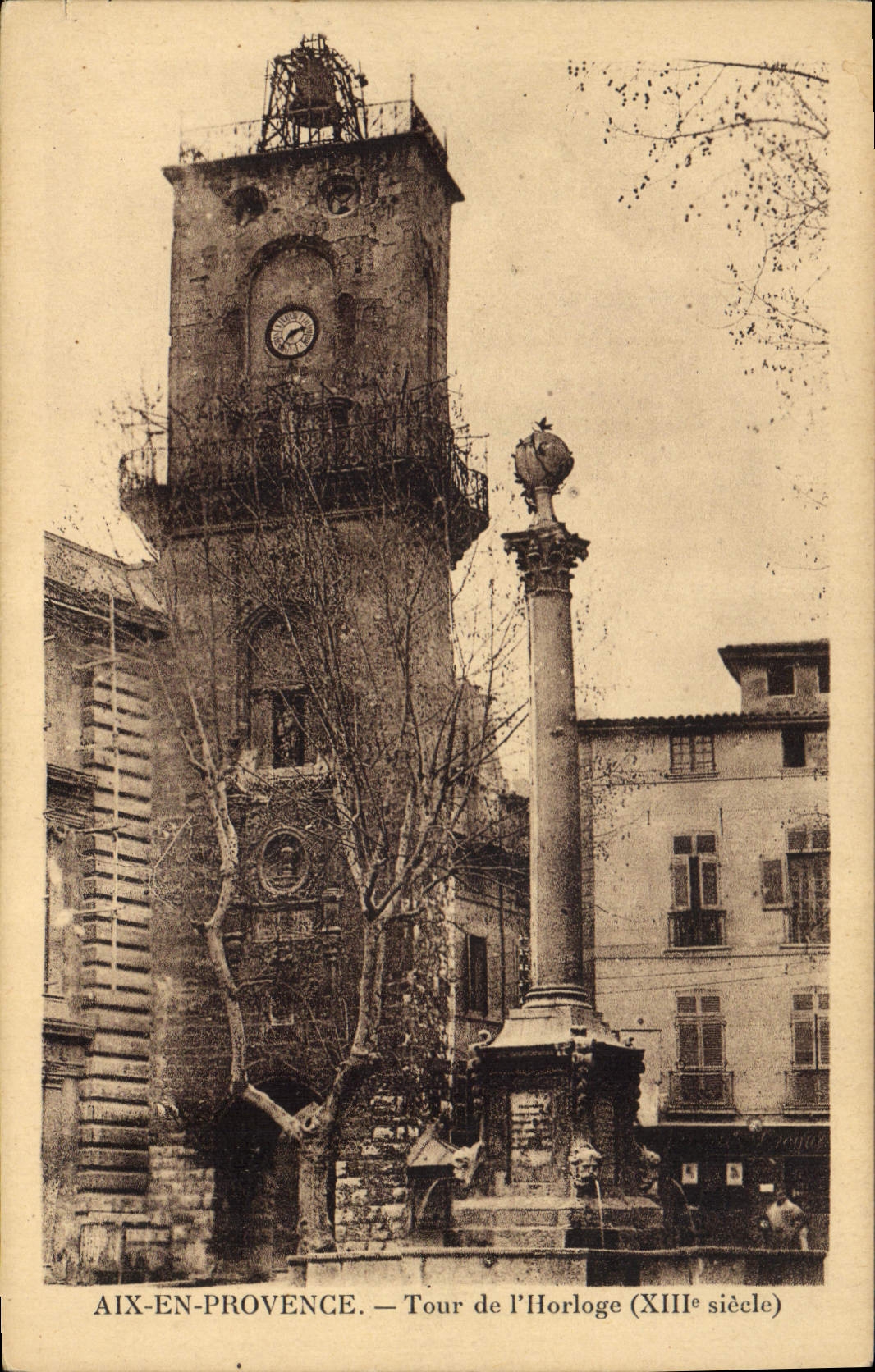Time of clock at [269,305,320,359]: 2:35
